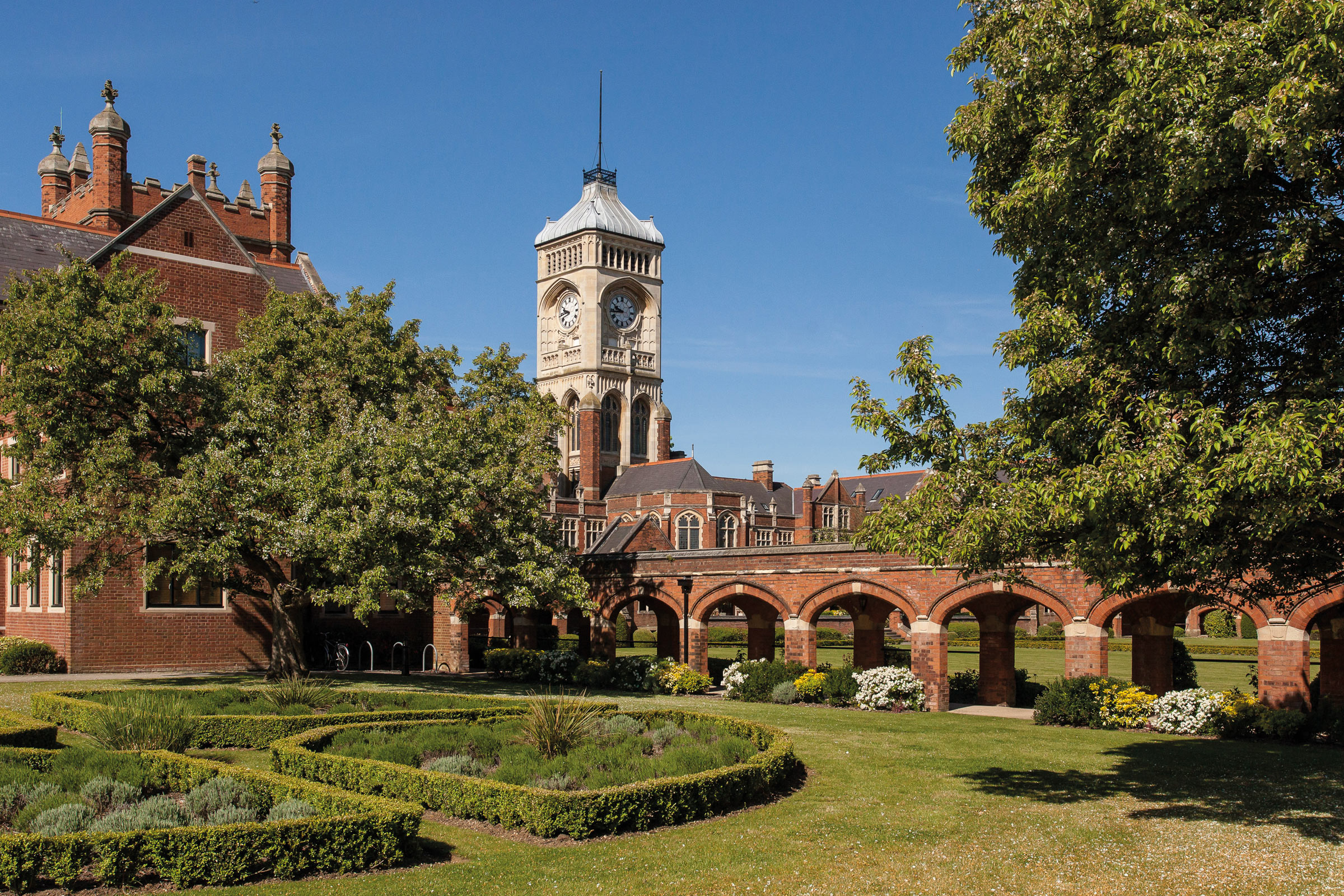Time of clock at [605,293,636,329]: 9:43
